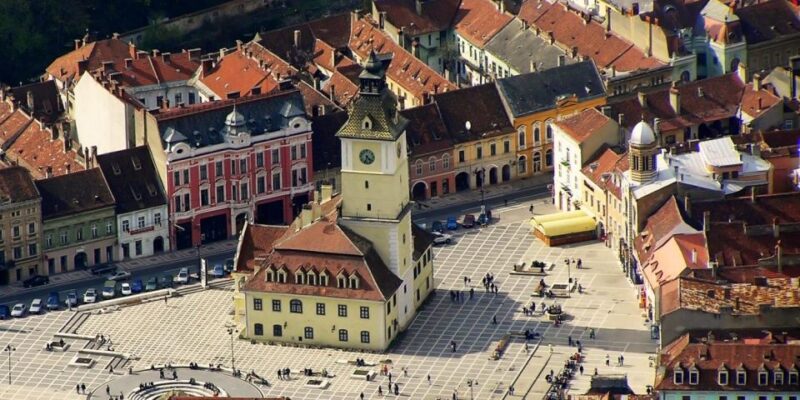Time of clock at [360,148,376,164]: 4:33
